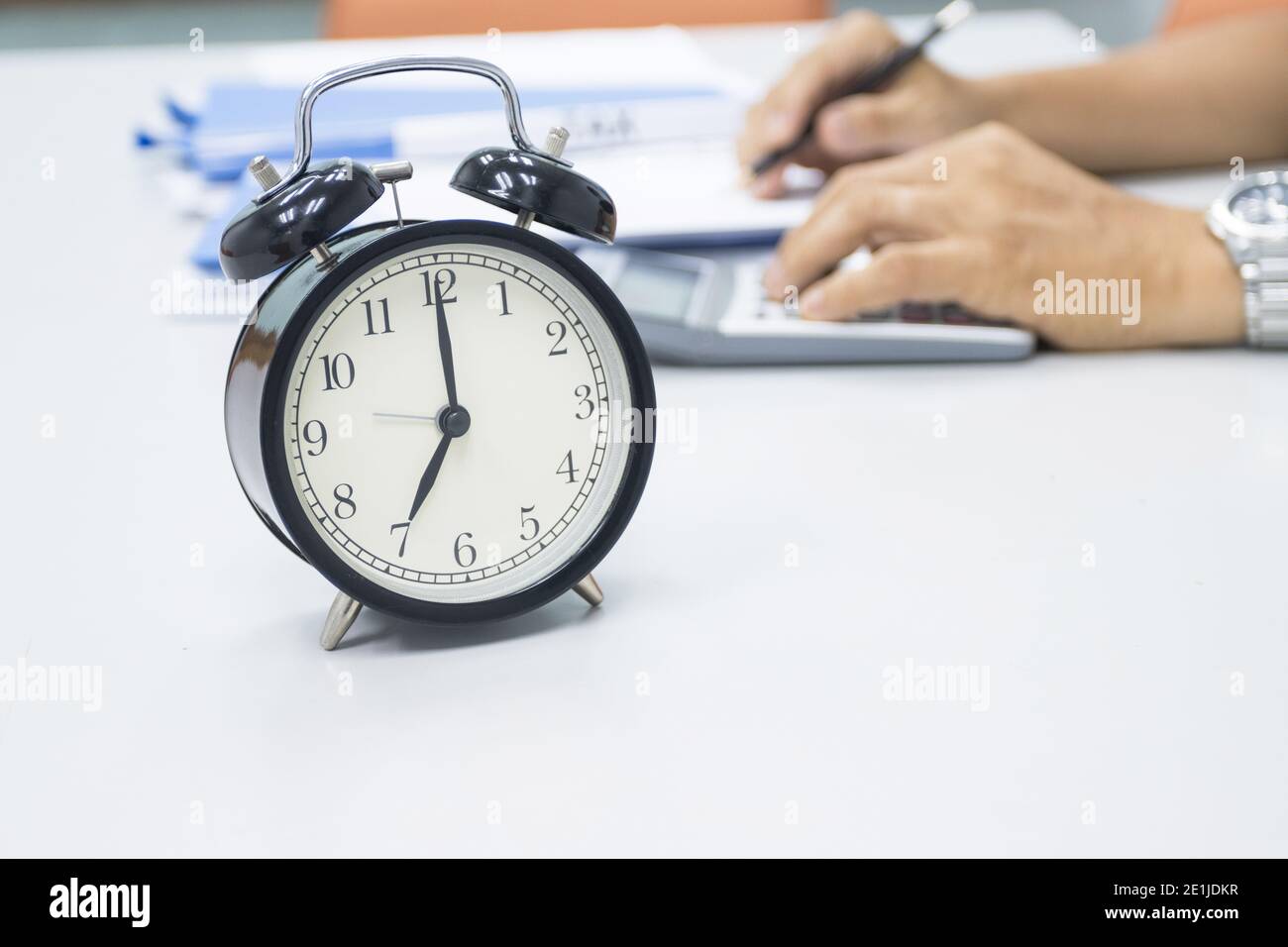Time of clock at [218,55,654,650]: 7:00
